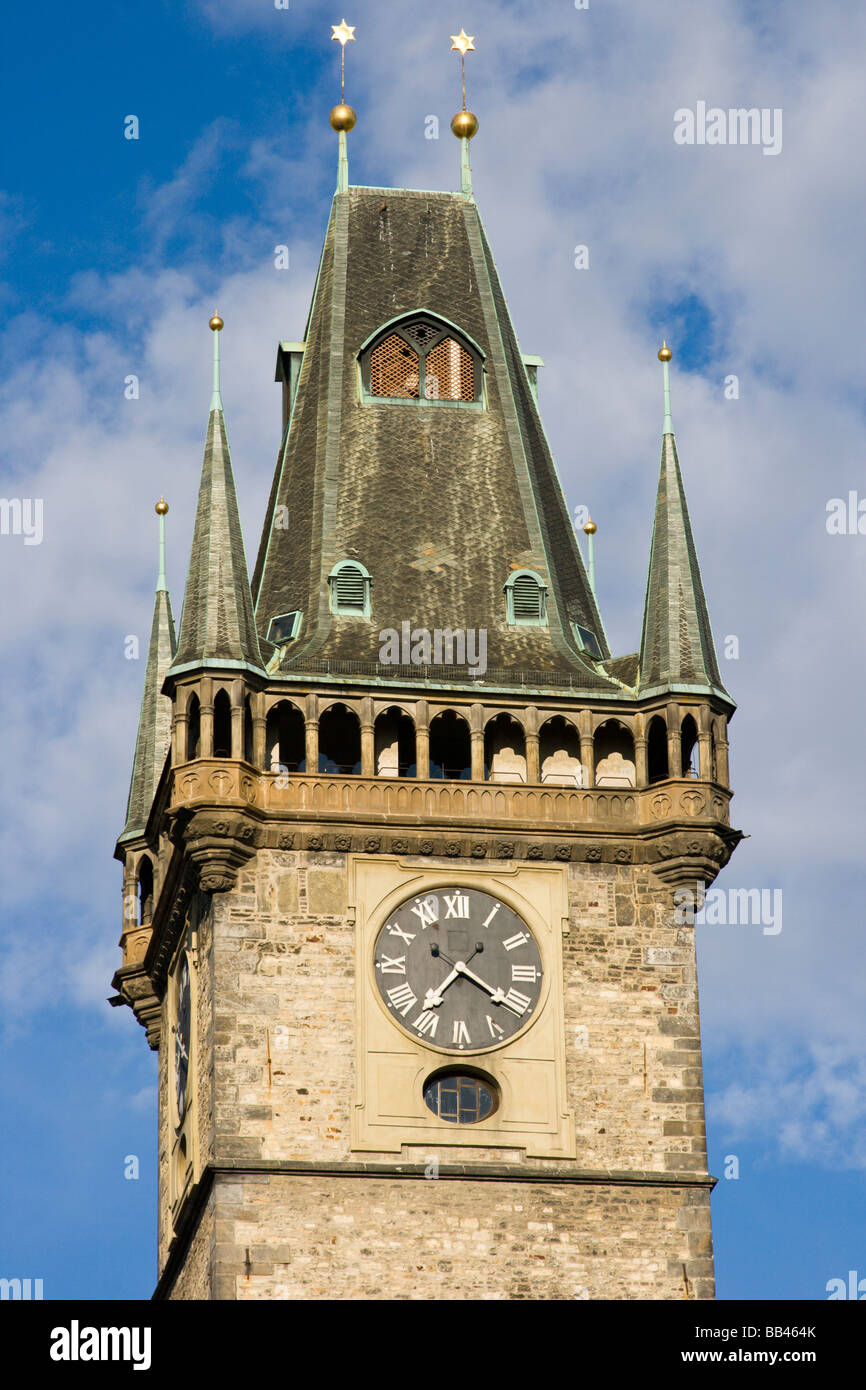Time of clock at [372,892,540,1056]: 7:20
